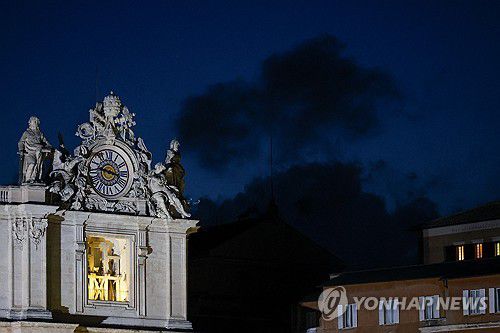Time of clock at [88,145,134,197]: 9:17
